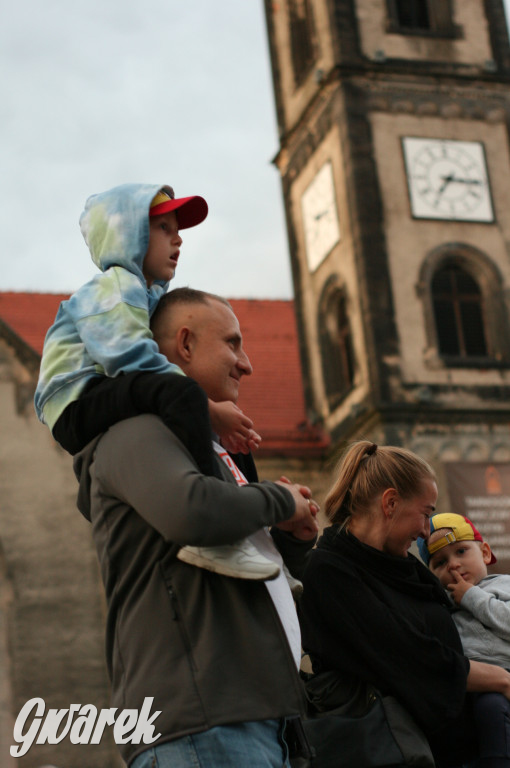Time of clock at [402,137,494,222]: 7:15
